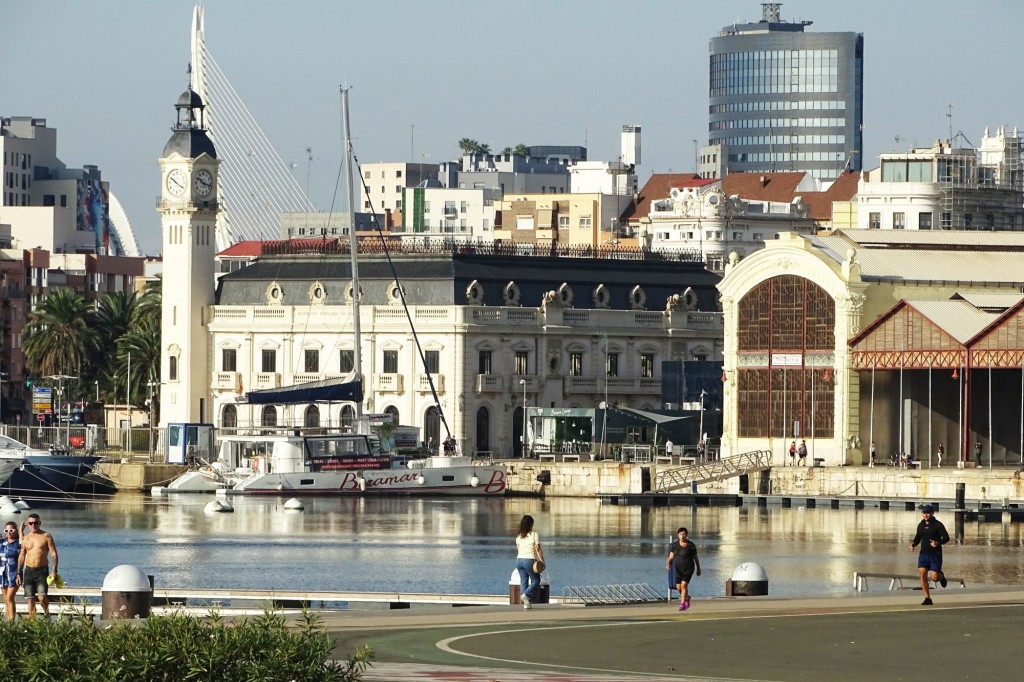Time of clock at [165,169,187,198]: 10:20
